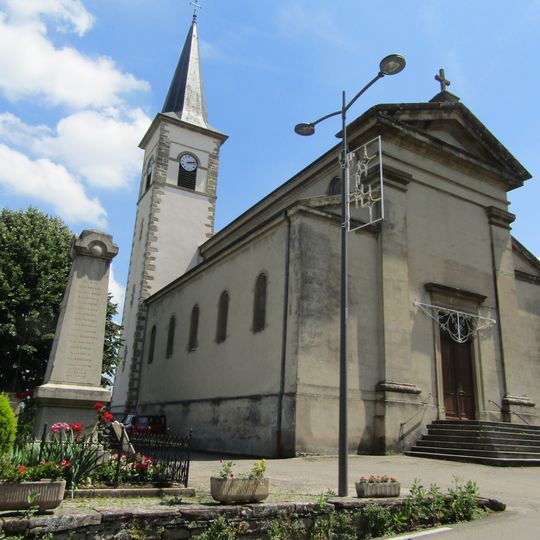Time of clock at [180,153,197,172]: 2:12
